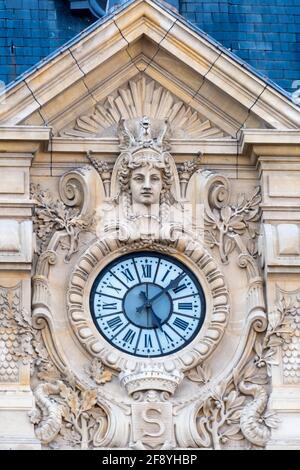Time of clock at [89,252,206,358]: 5:08
